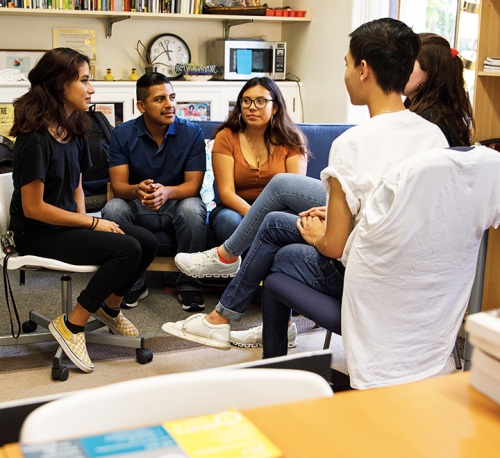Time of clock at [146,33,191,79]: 11:56
